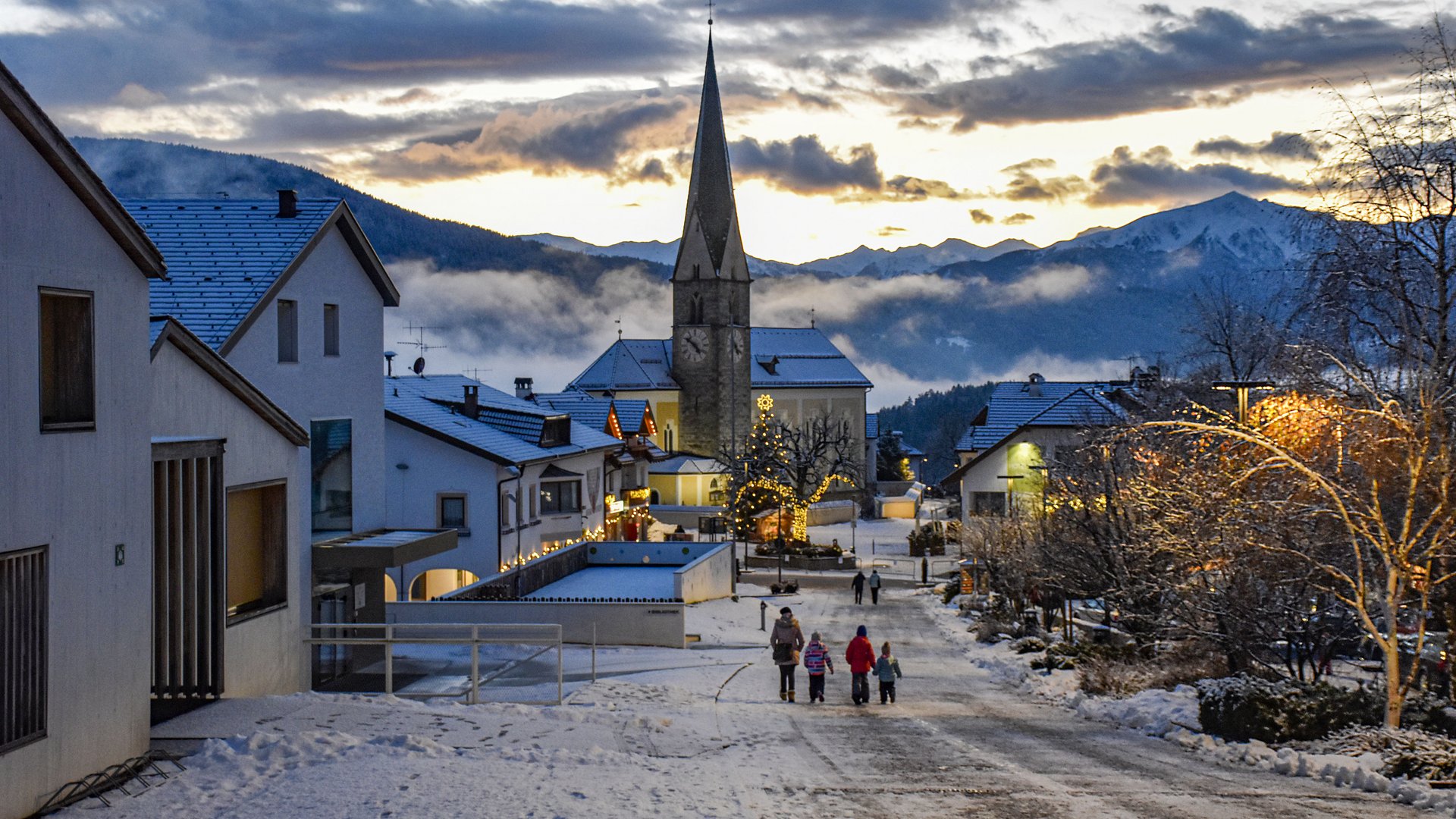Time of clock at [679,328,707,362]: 4:50
